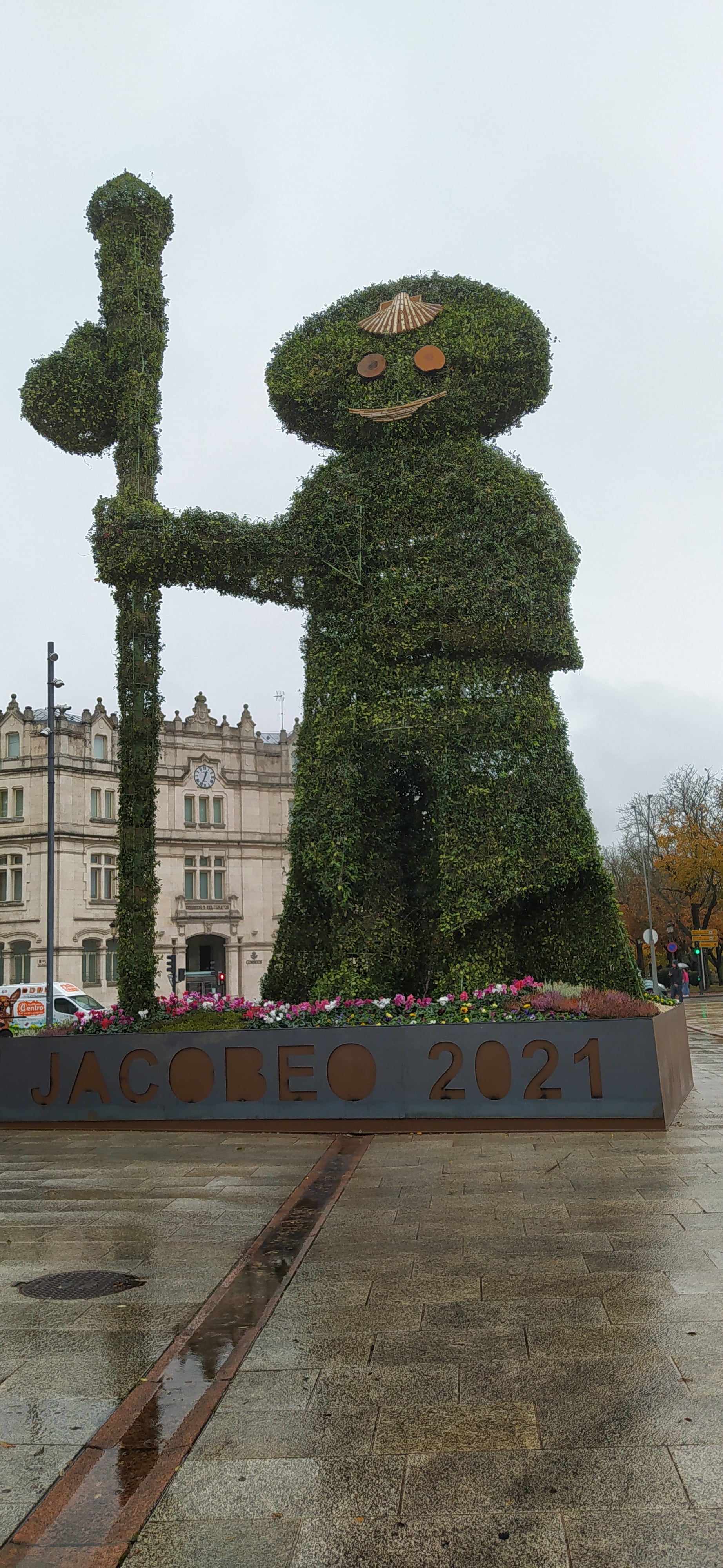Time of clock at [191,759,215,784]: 12:33
